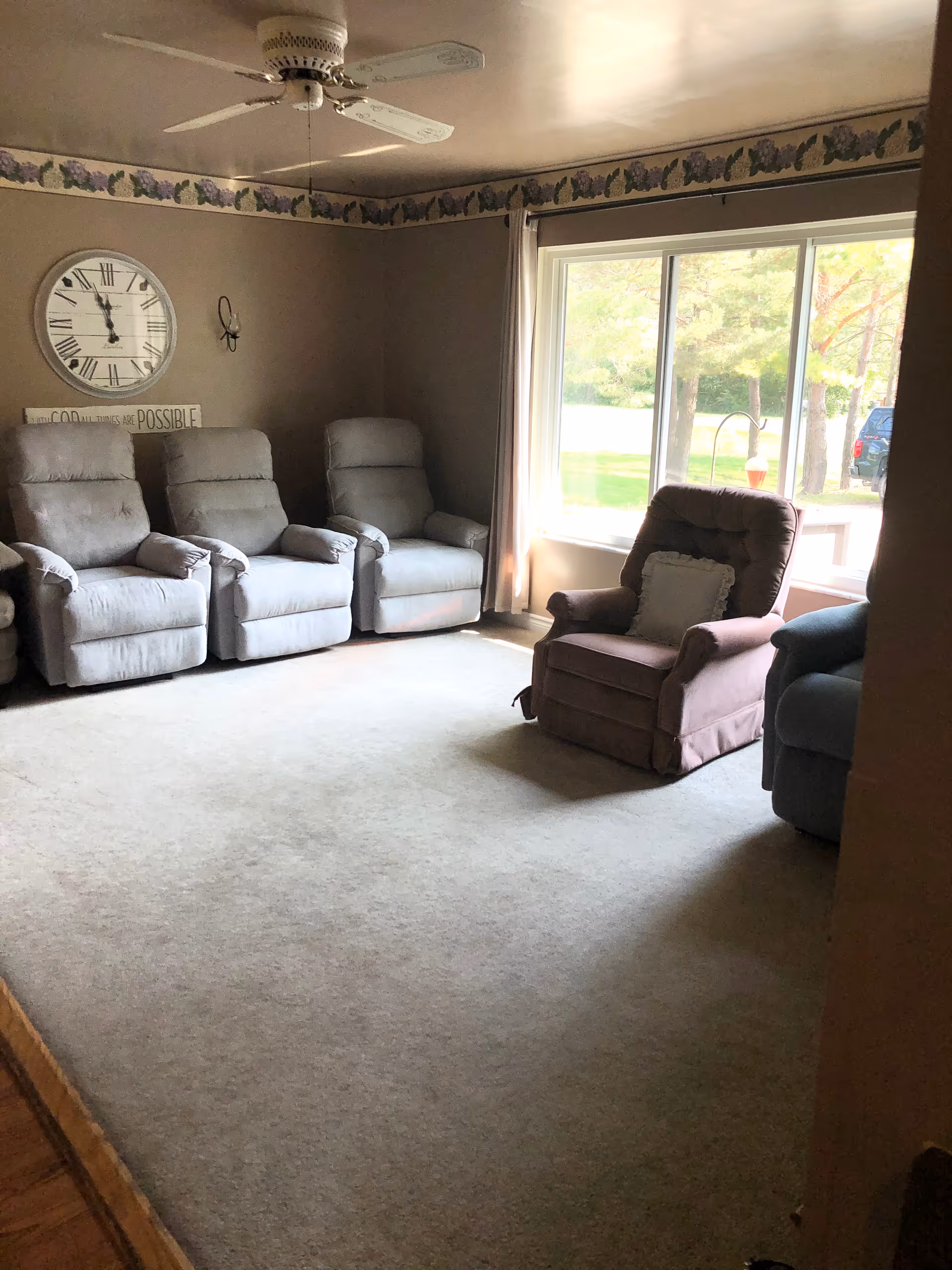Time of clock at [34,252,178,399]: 11:56
